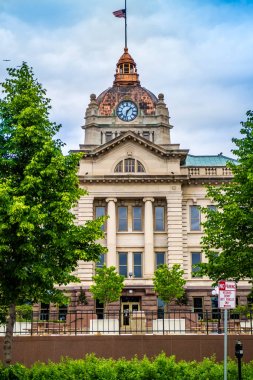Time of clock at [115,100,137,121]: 1:32
